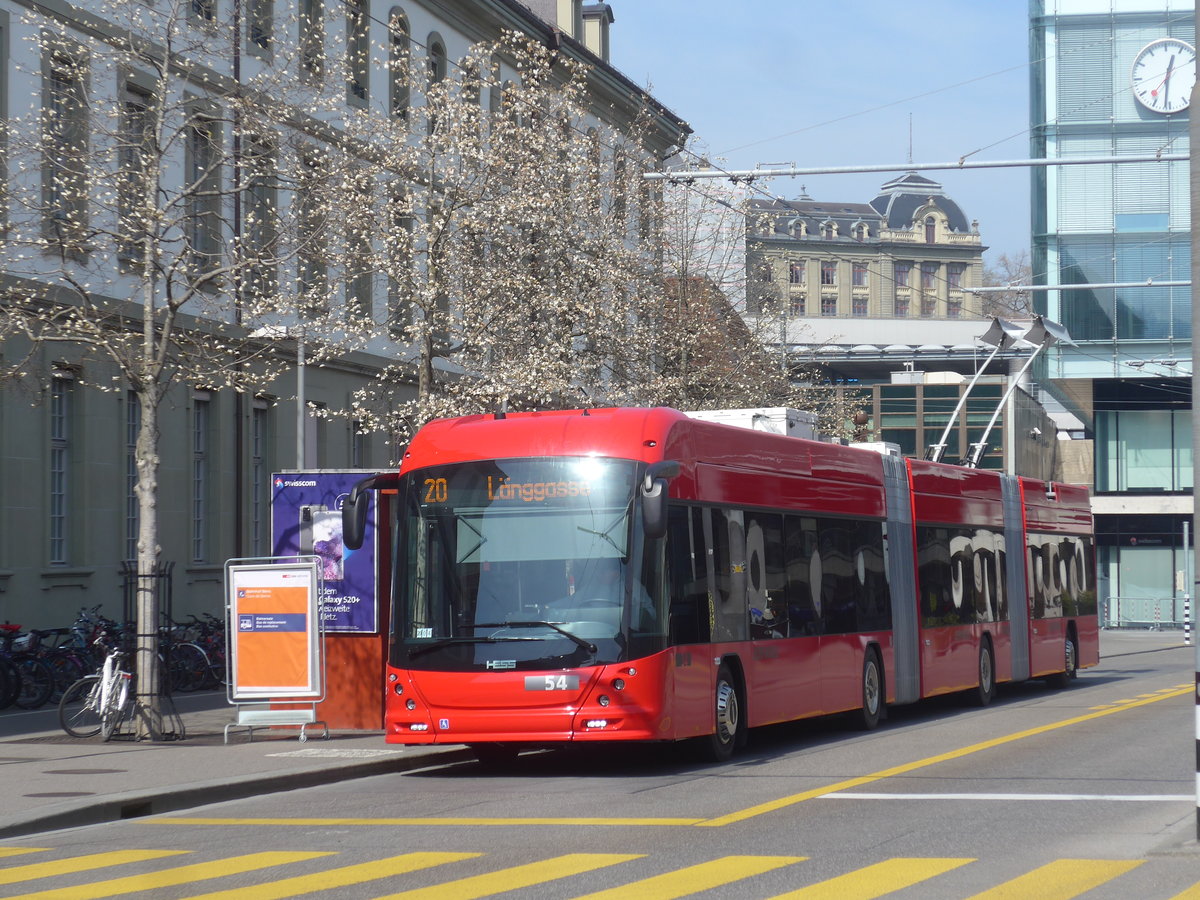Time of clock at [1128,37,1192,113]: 12:31
